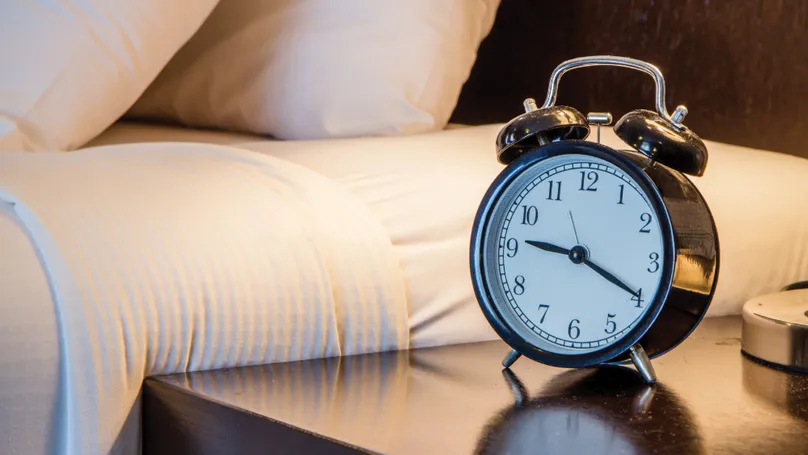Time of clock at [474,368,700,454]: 9:20
